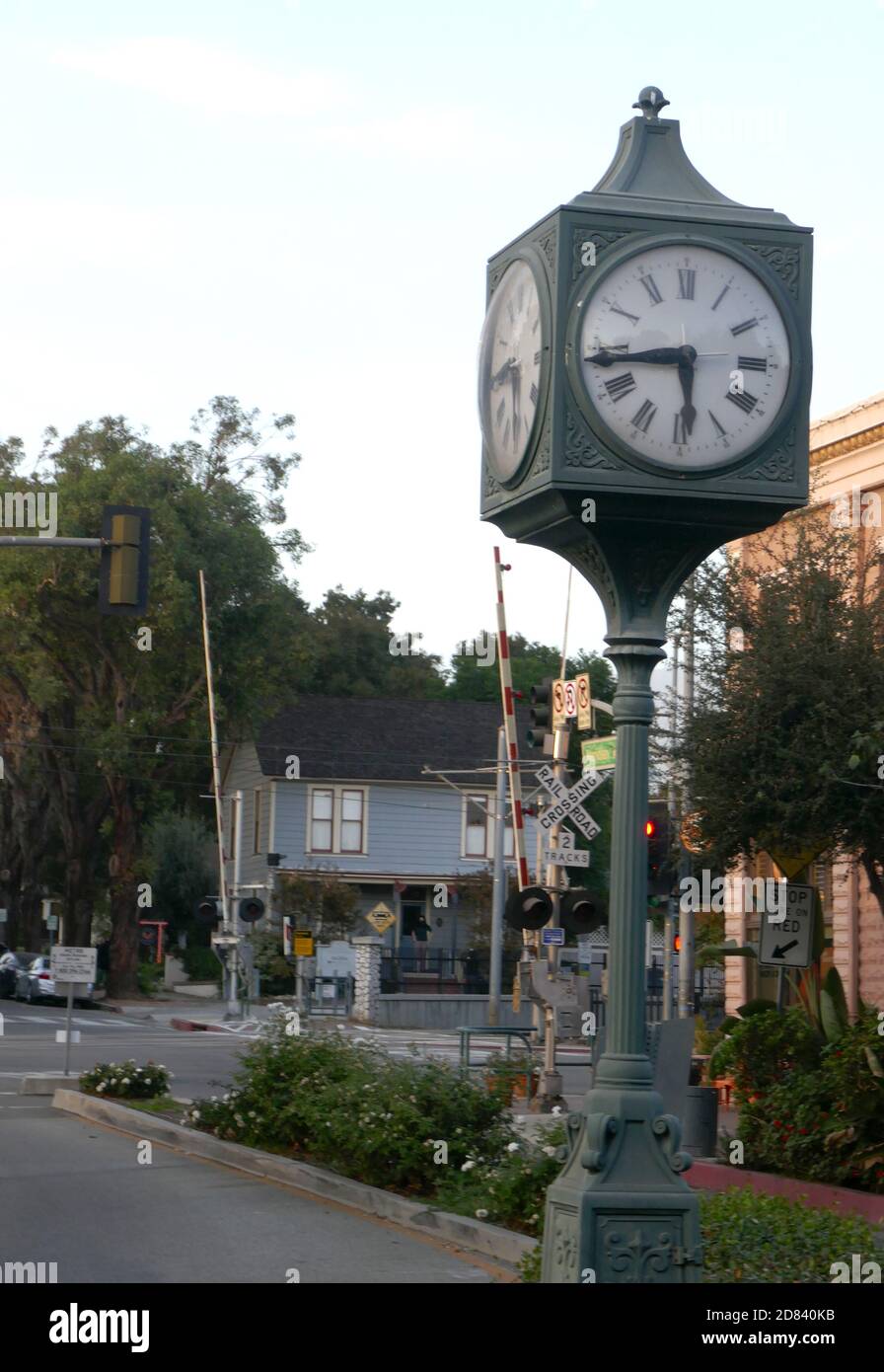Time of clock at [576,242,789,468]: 5:43
